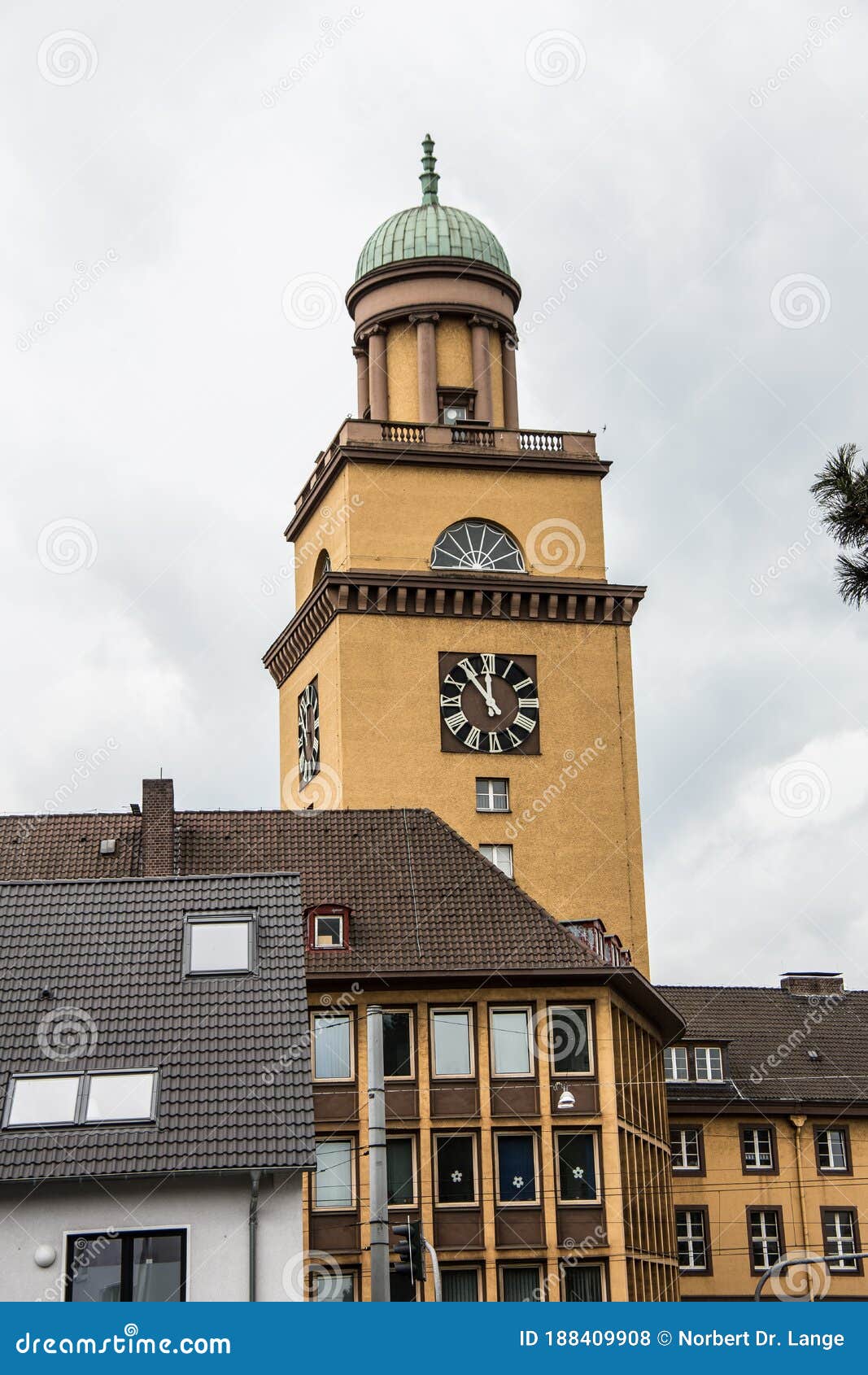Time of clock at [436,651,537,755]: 11:53
